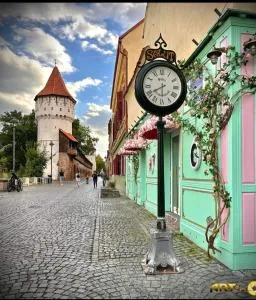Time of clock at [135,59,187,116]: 5:40
